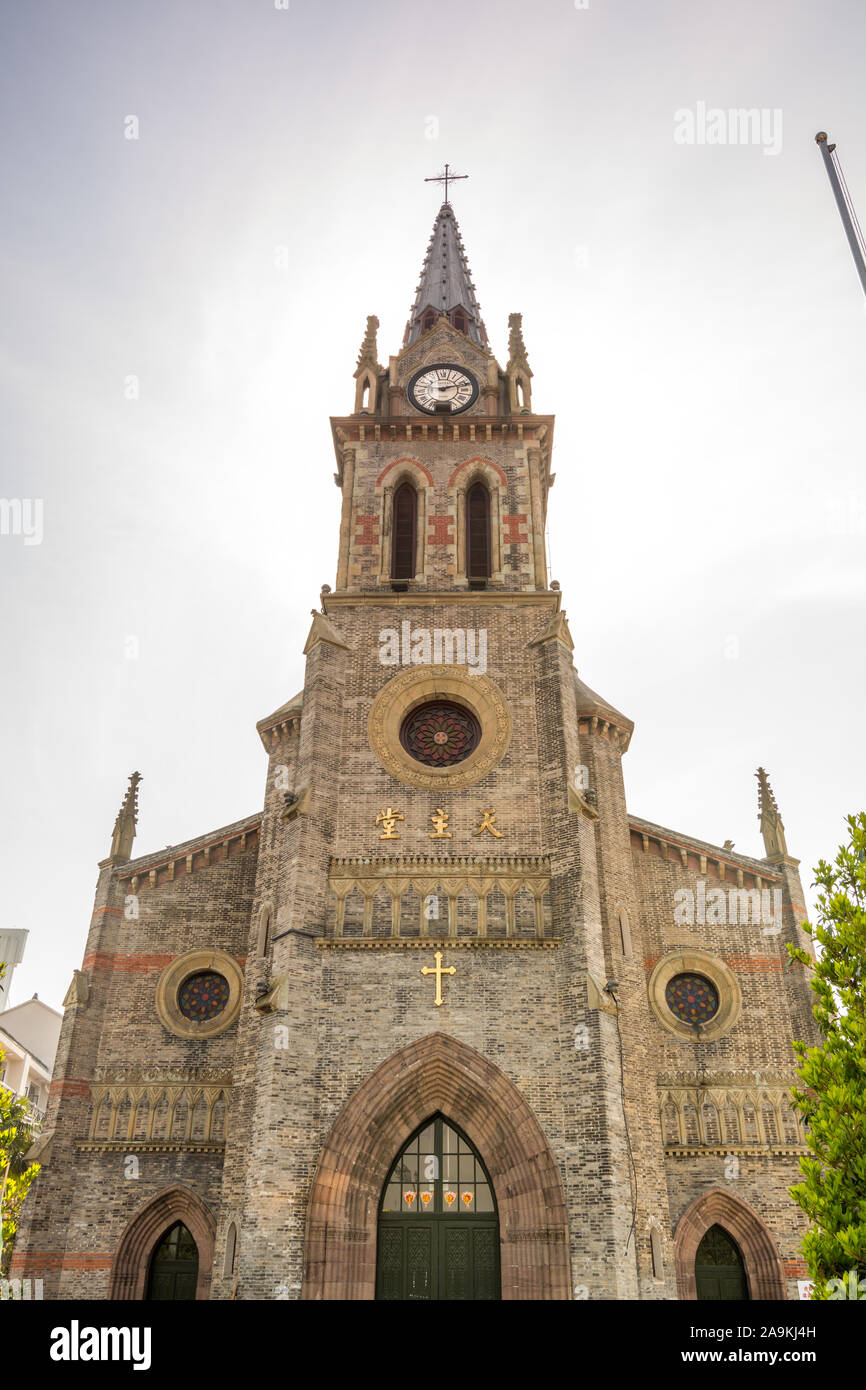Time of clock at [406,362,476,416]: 9:12
